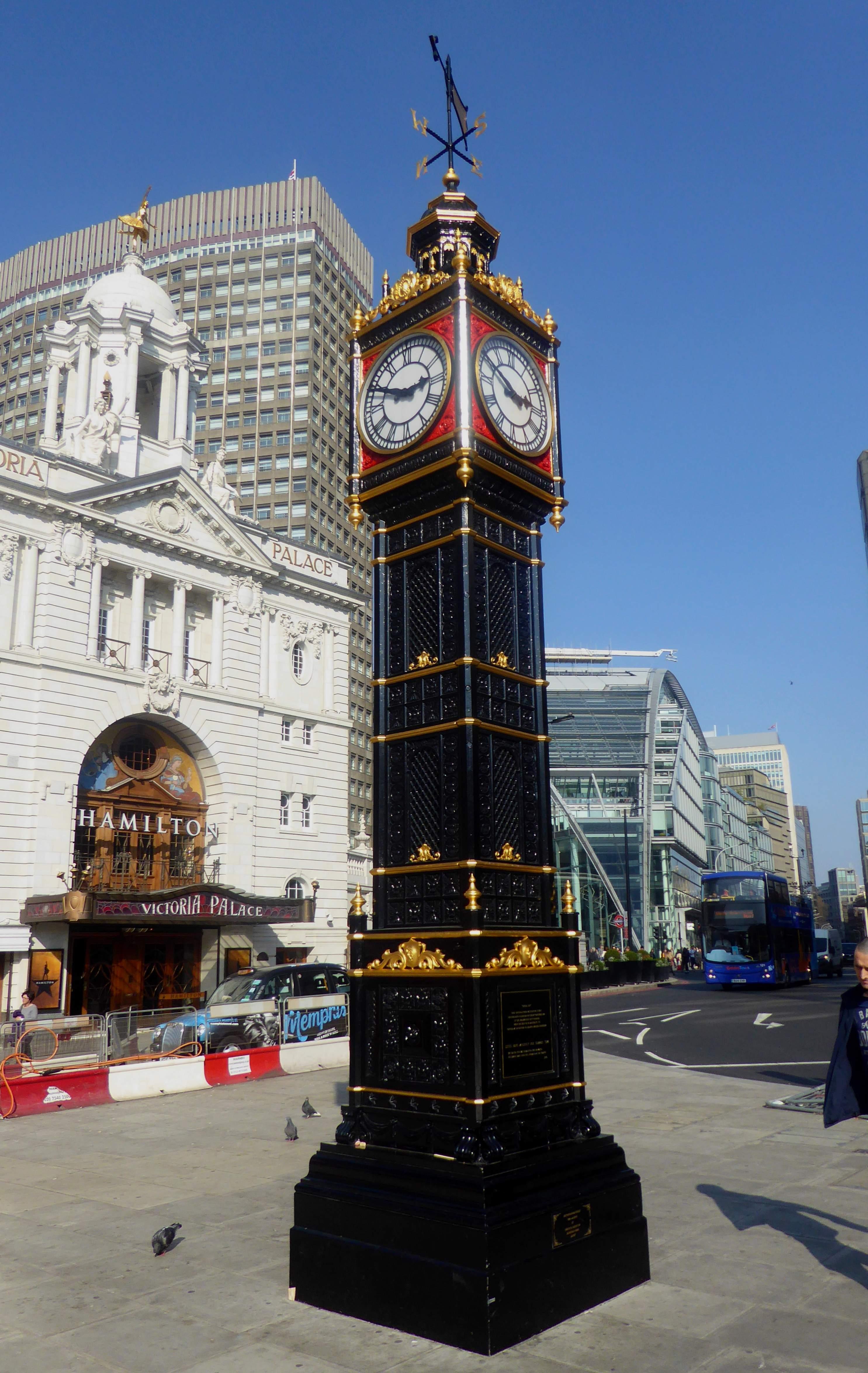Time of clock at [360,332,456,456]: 2:49
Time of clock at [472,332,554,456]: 2:50
